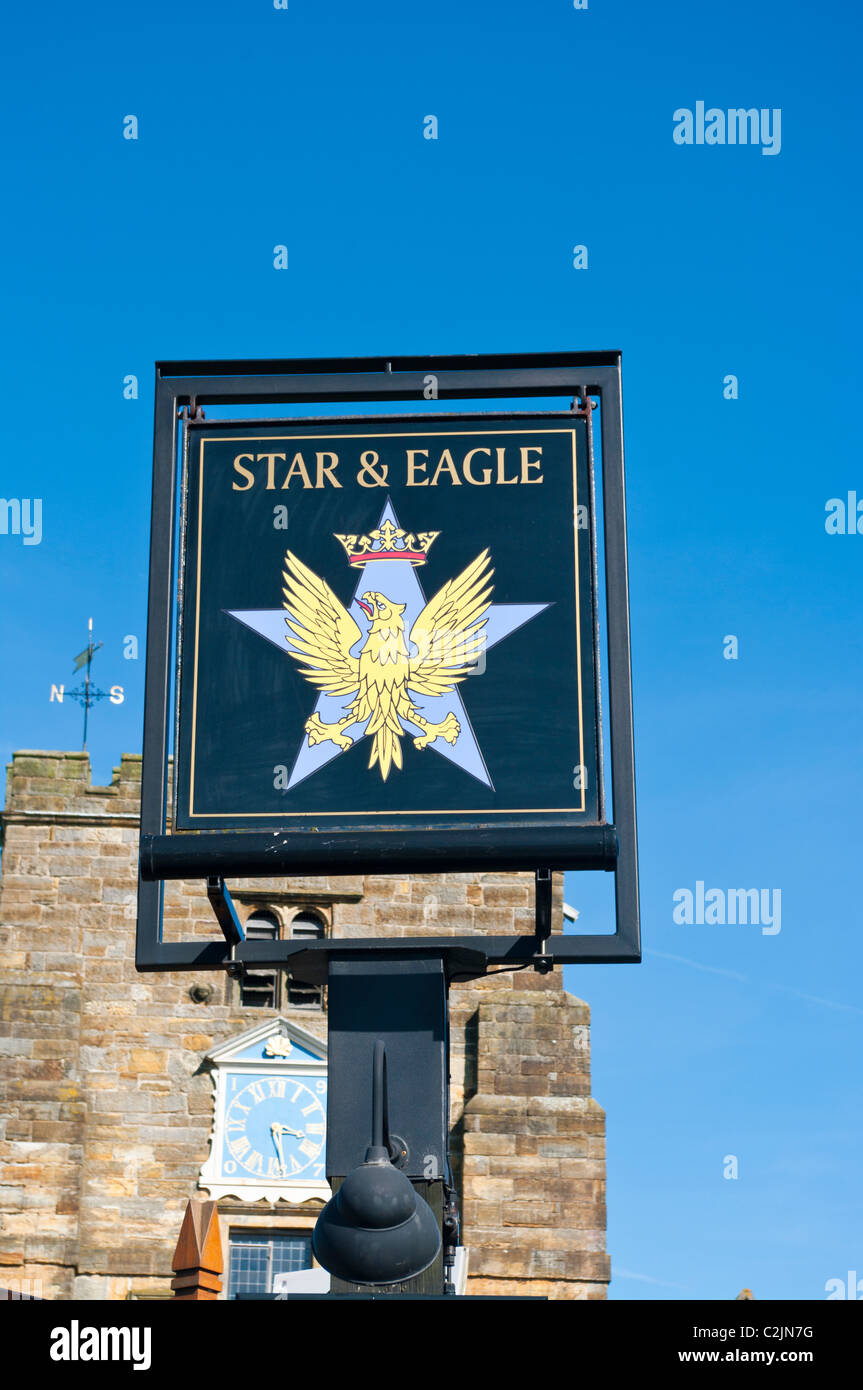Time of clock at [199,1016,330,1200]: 3:27
